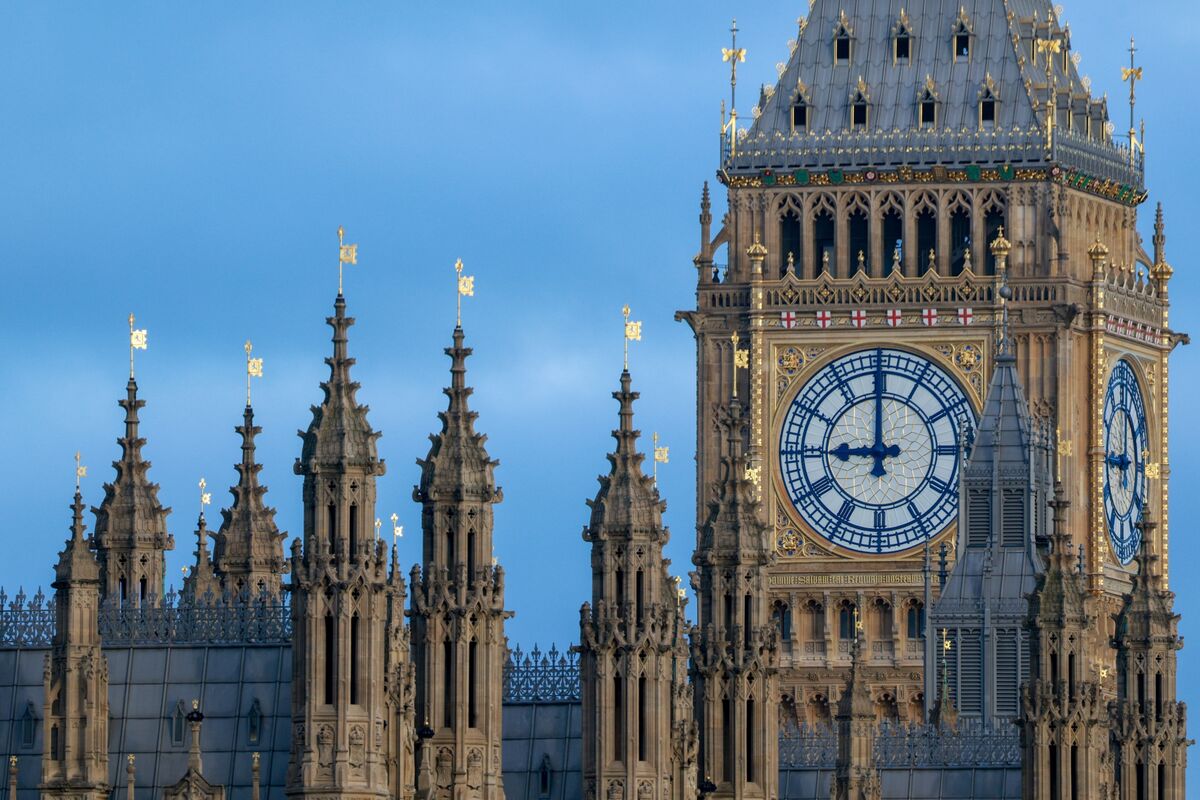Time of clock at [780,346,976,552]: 8:59
